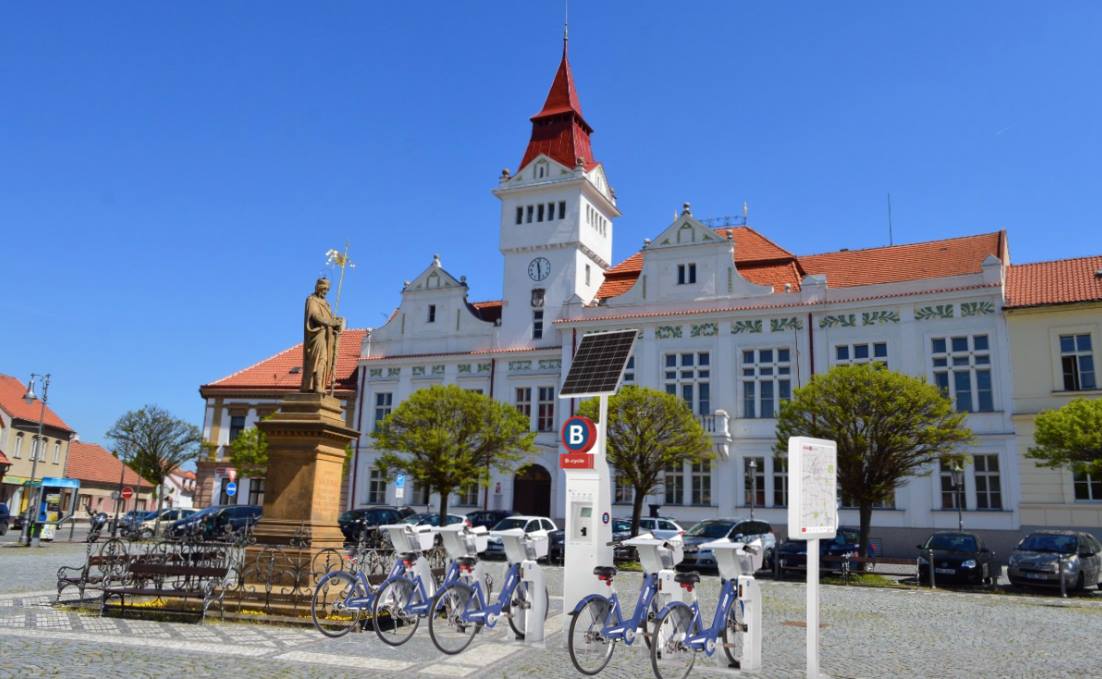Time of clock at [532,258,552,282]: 11:29
